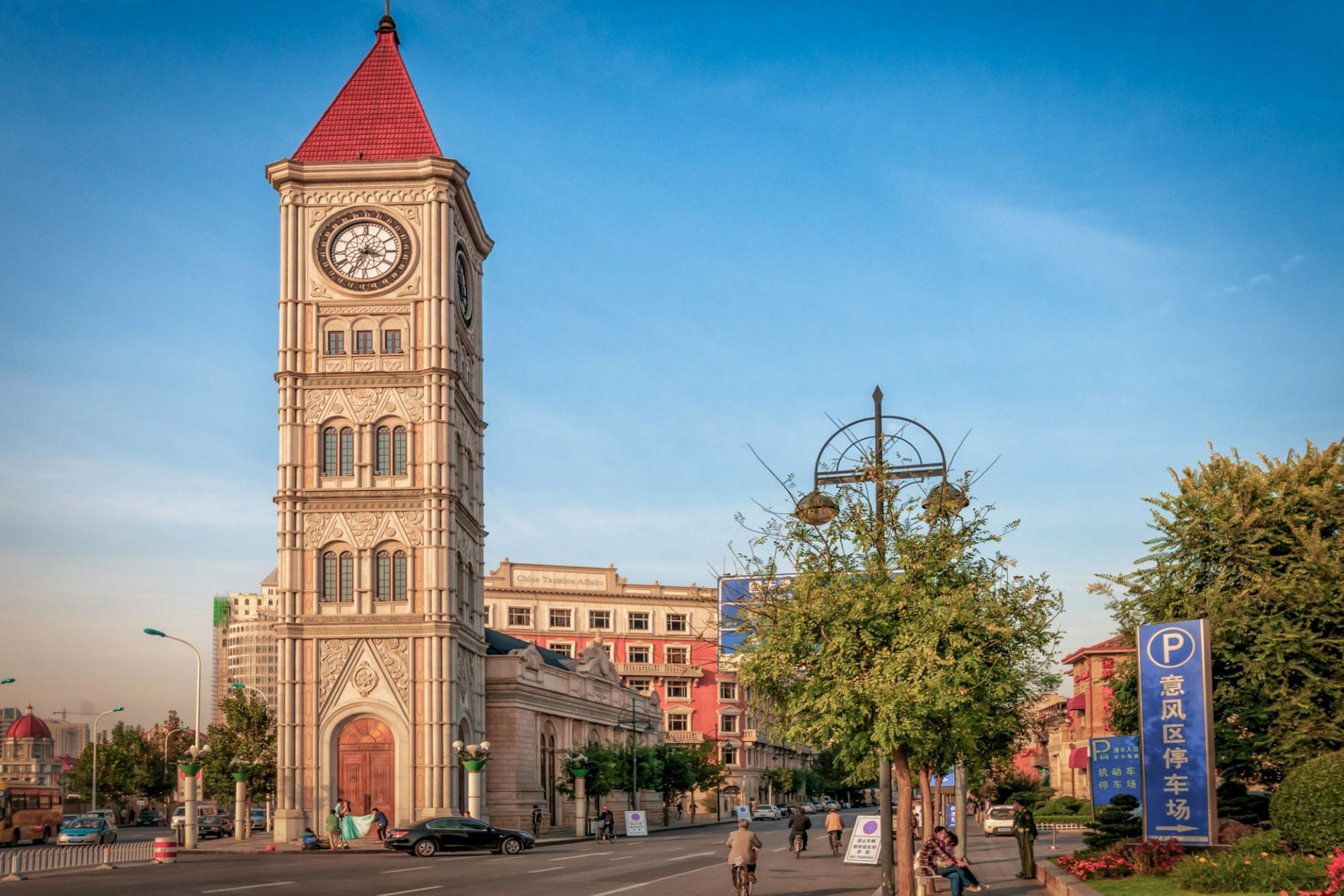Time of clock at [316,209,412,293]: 3:33
